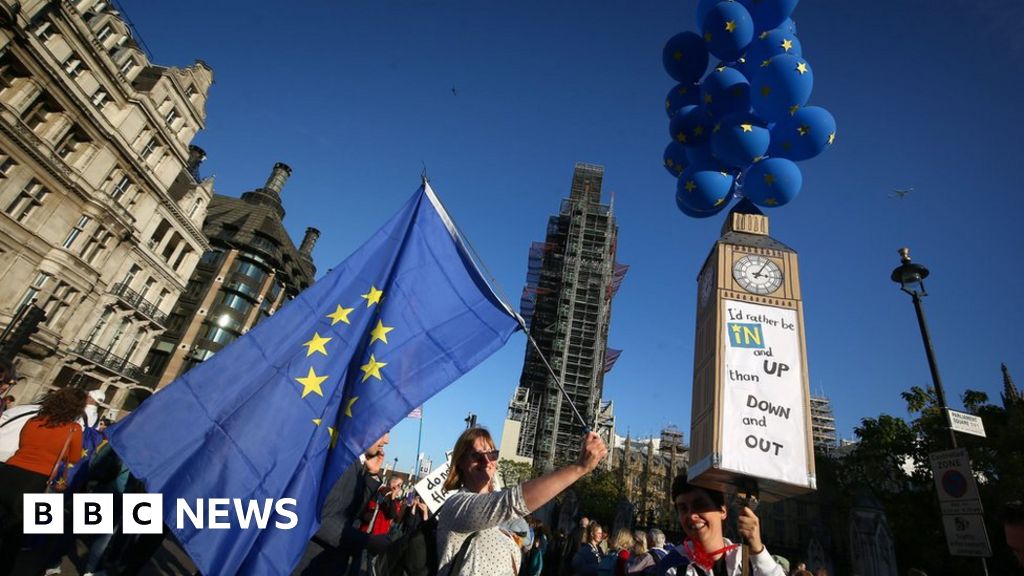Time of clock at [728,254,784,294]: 3:04
